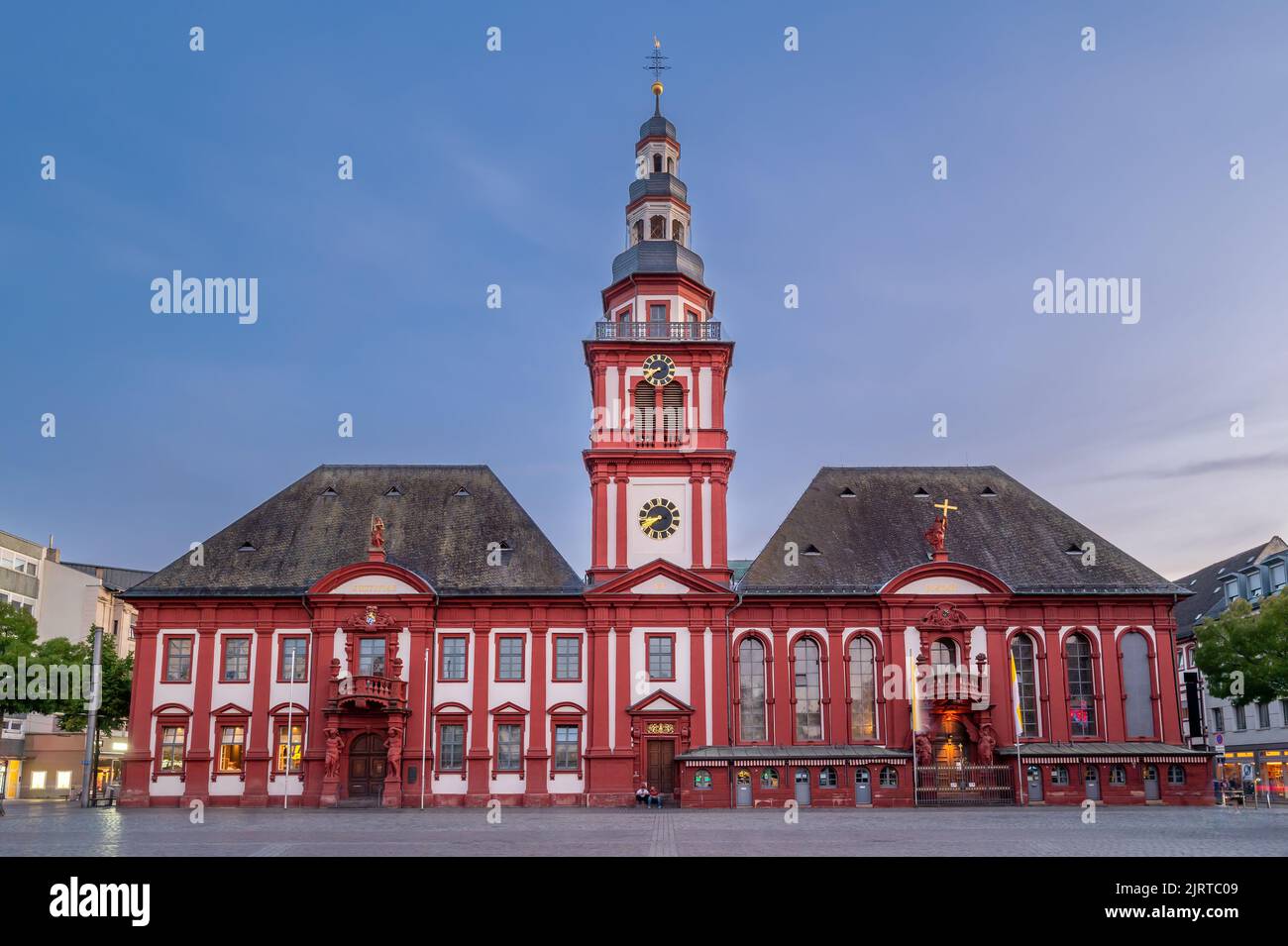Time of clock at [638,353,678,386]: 8:38
